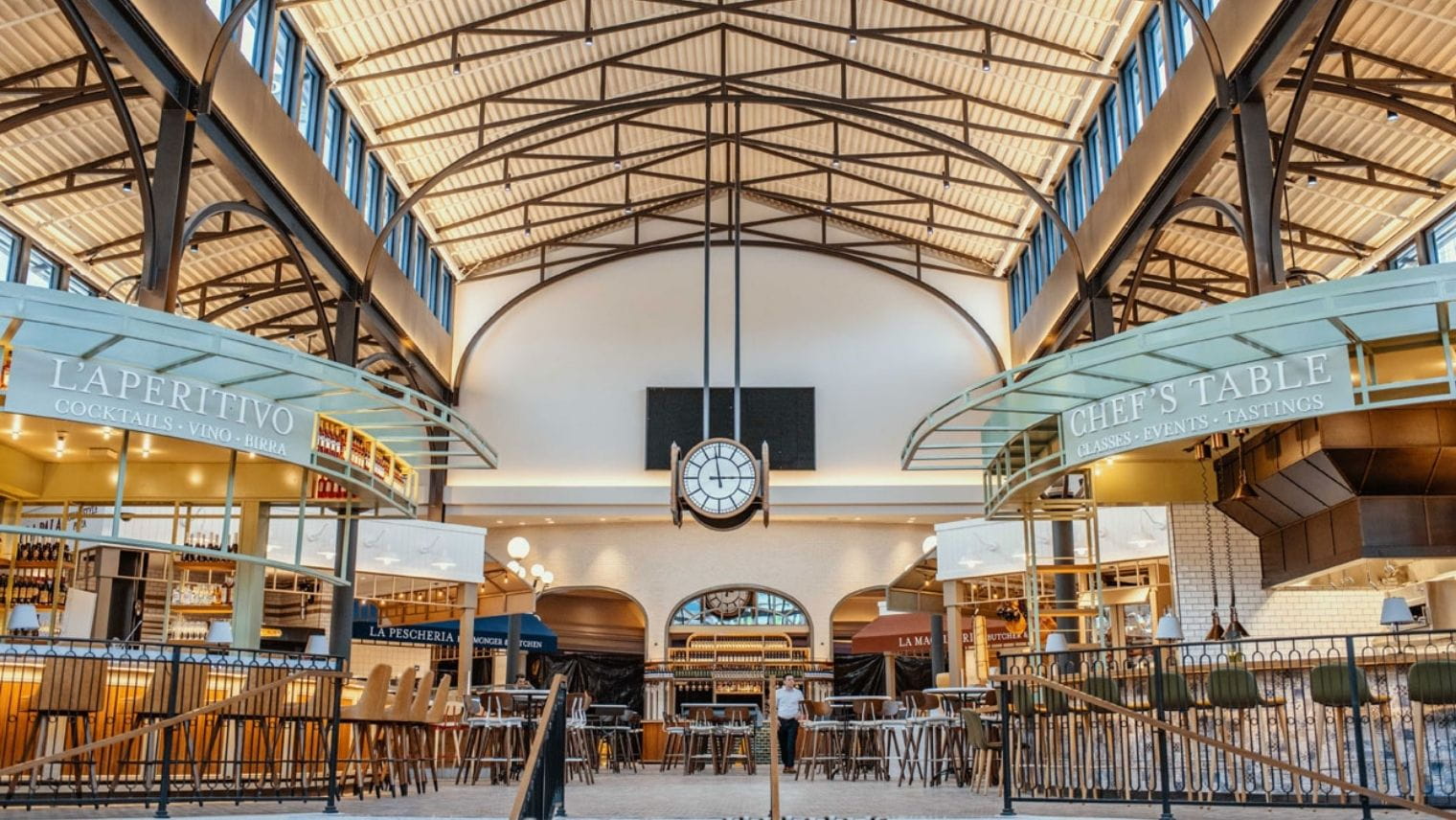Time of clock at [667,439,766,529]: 2:58
